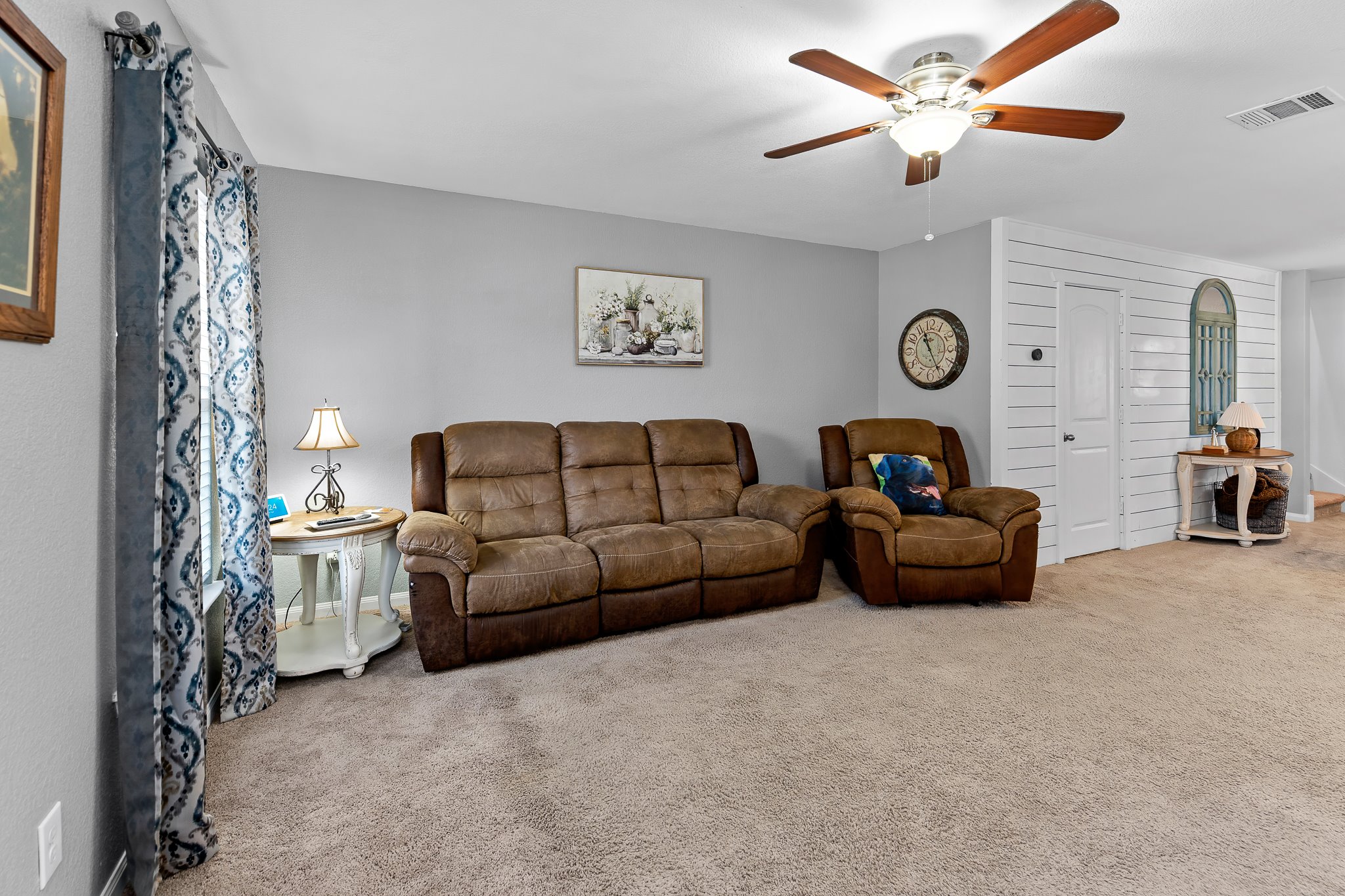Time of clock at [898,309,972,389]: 11:25
